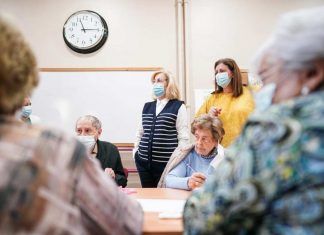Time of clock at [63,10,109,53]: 11:14
